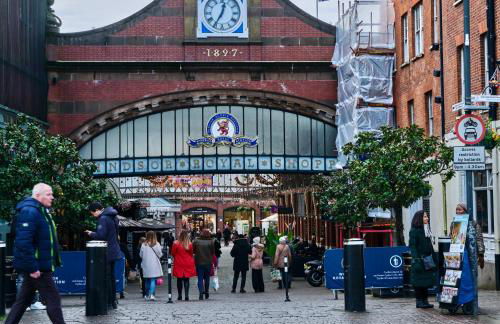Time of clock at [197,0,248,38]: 12:34
